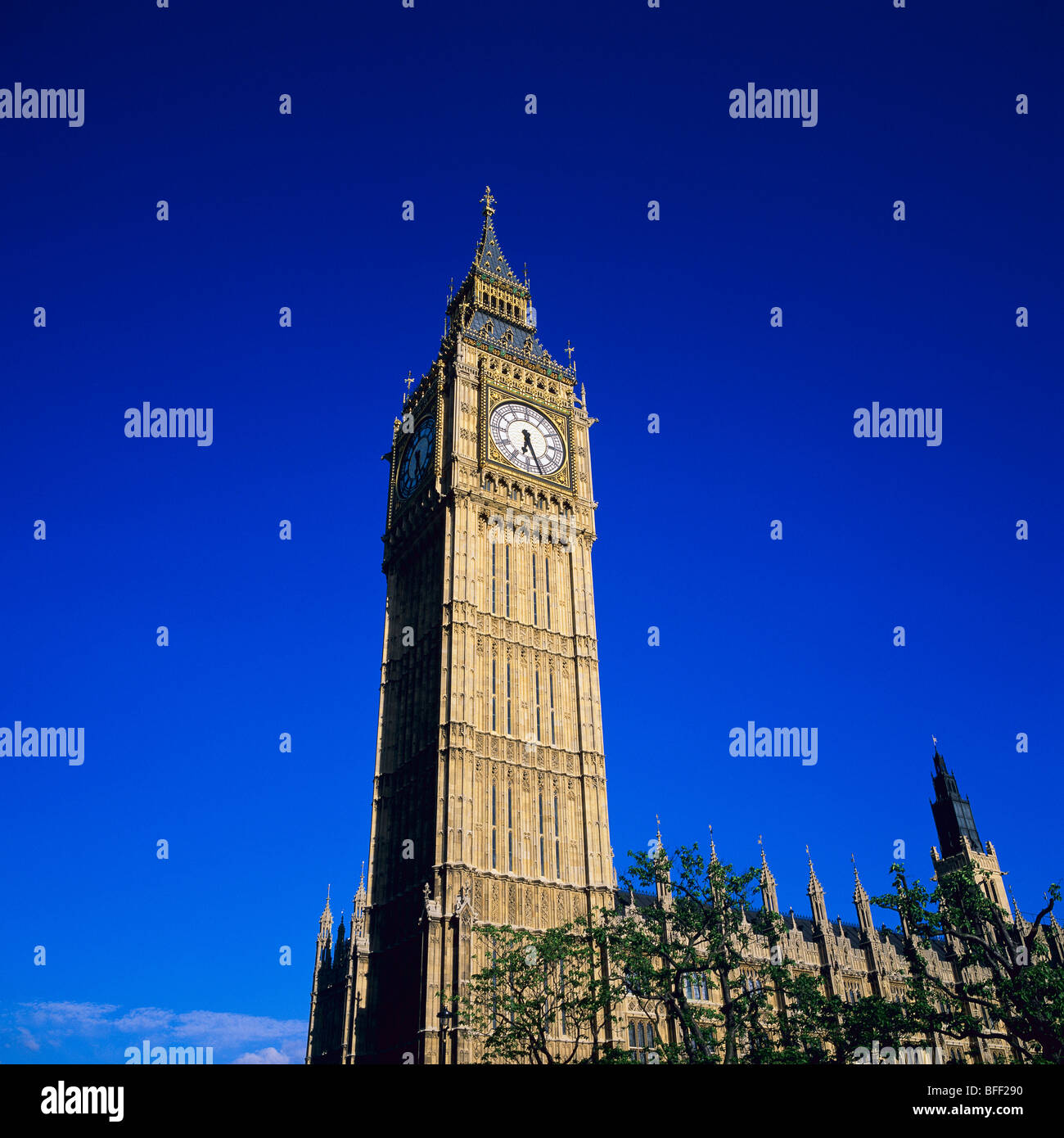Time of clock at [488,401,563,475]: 6:26
